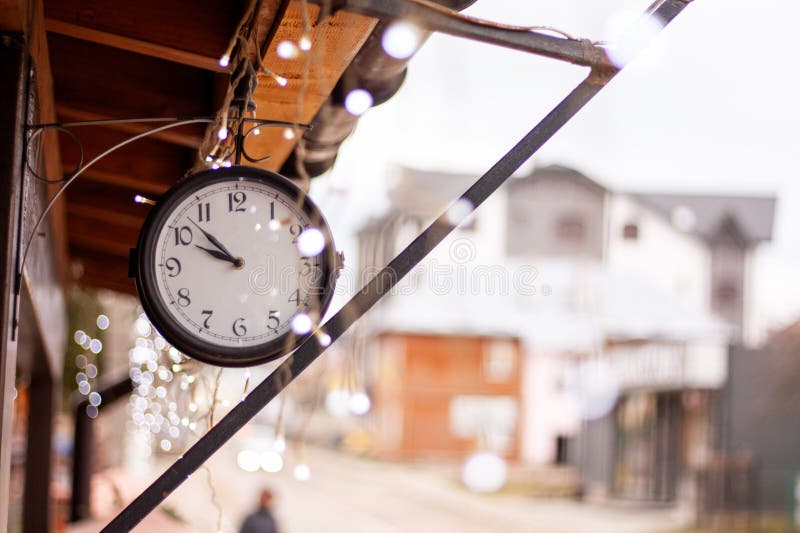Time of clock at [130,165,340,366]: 9:52
